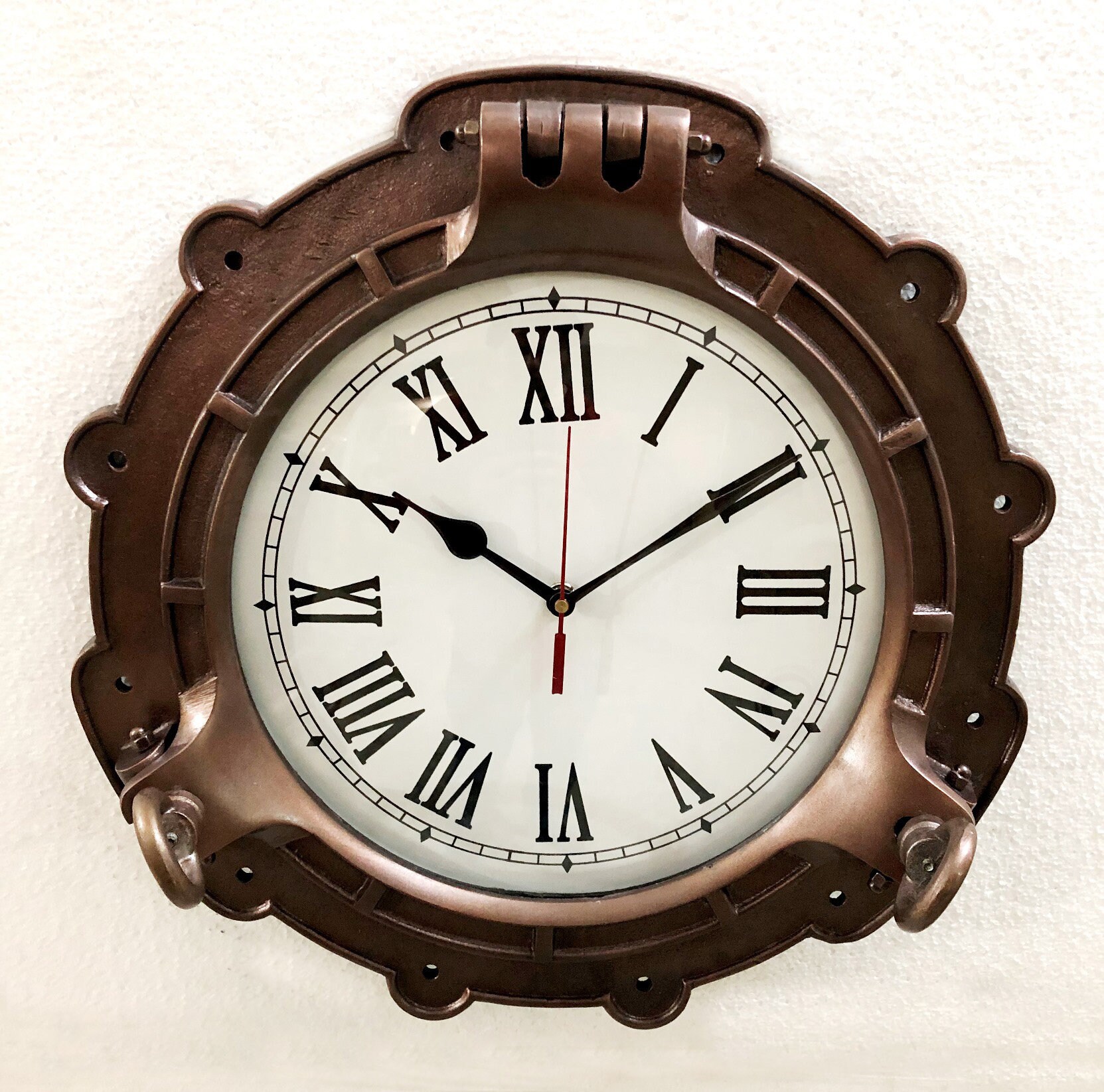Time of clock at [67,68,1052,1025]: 10:09
